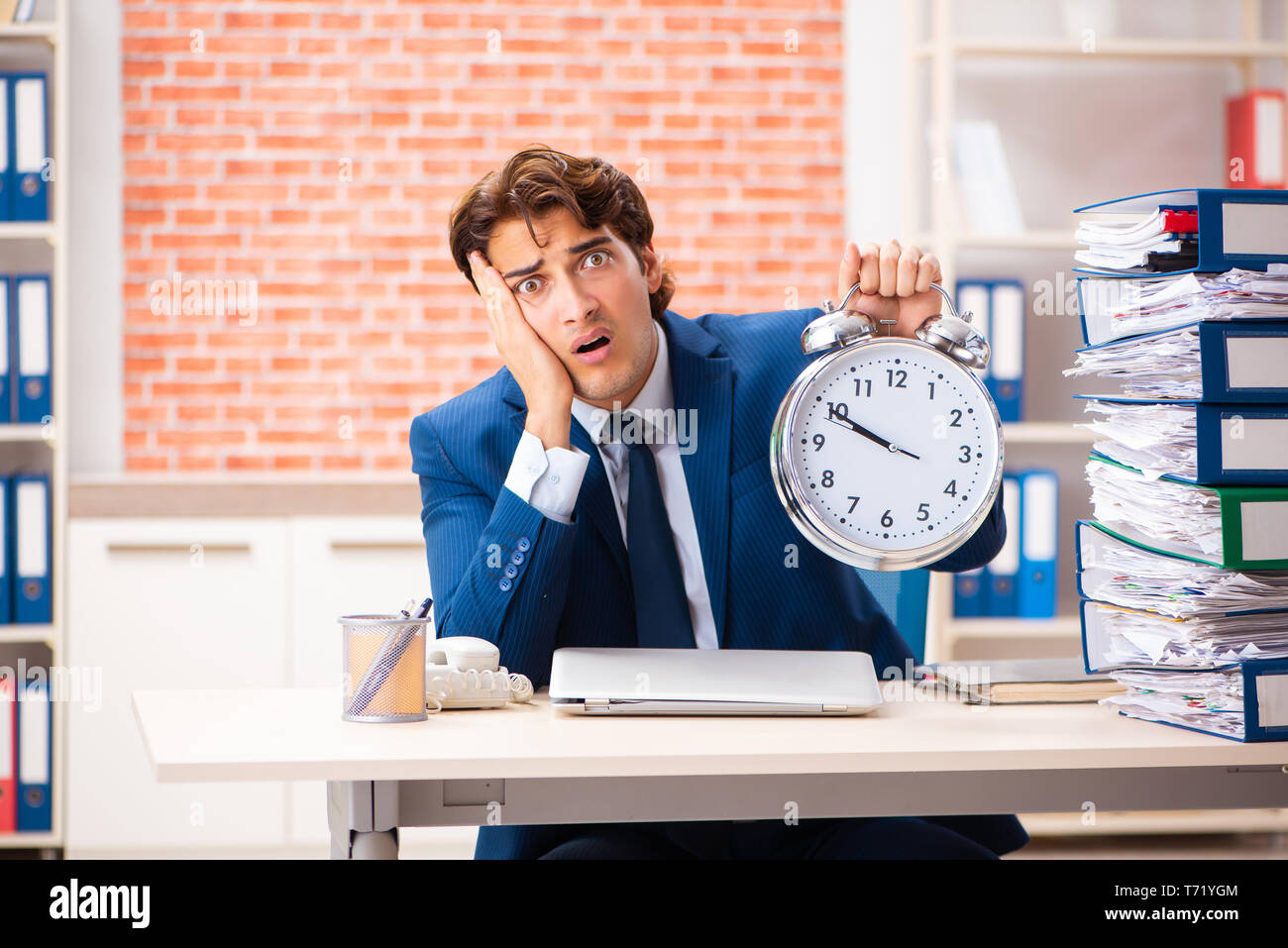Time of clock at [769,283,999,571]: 9:49
